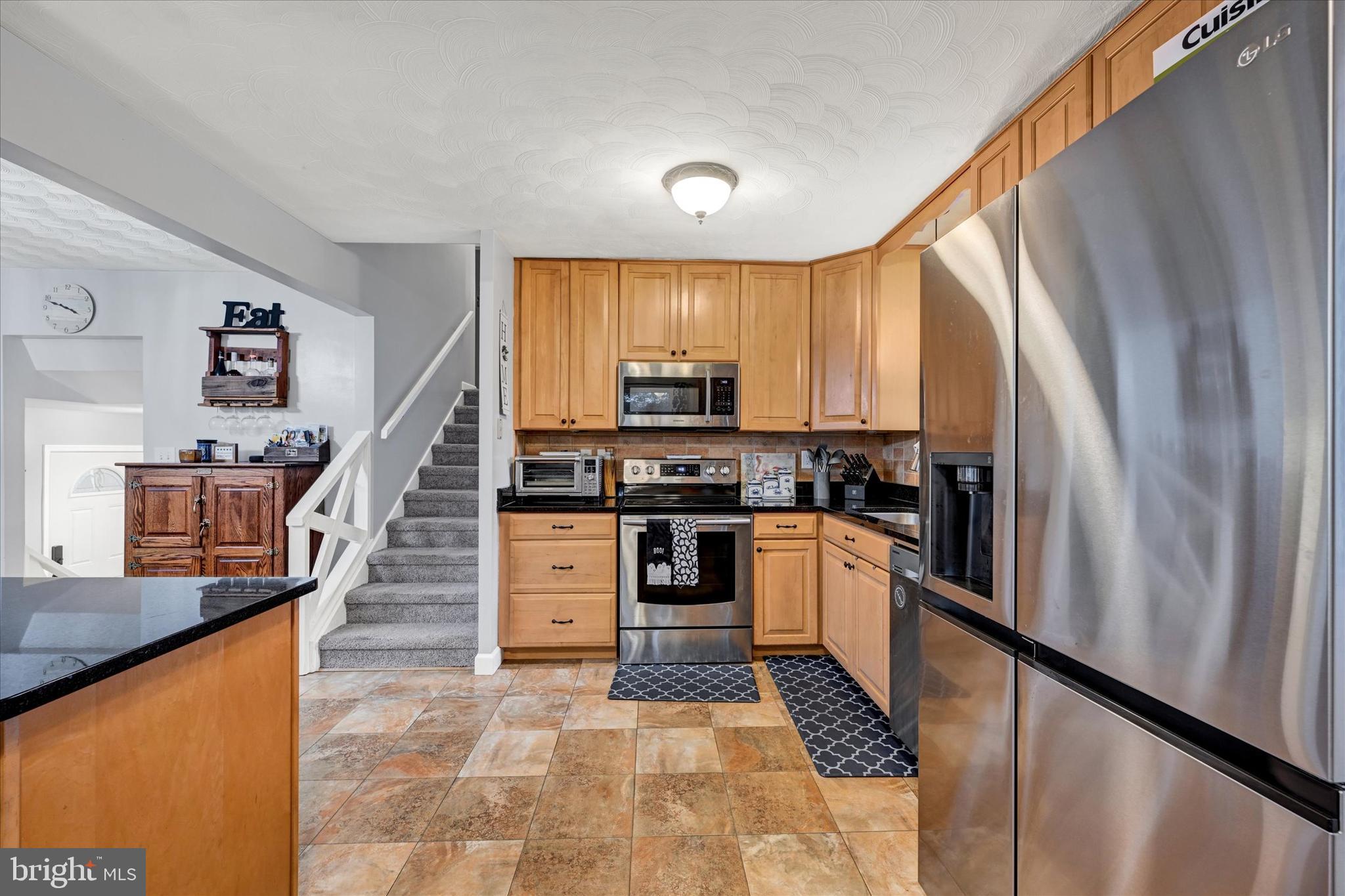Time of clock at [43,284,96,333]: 3:48
